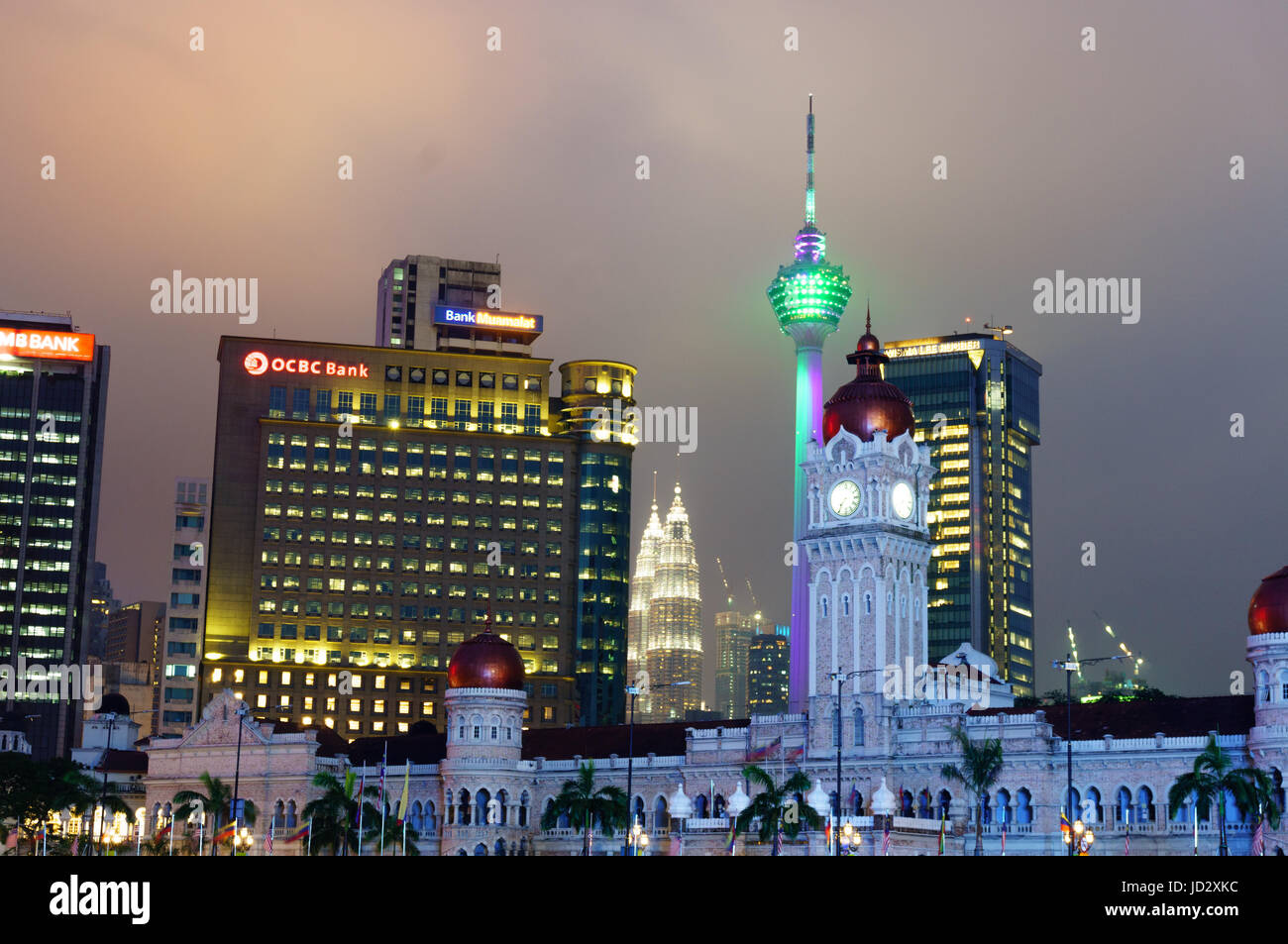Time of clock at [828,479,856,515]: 7:36
